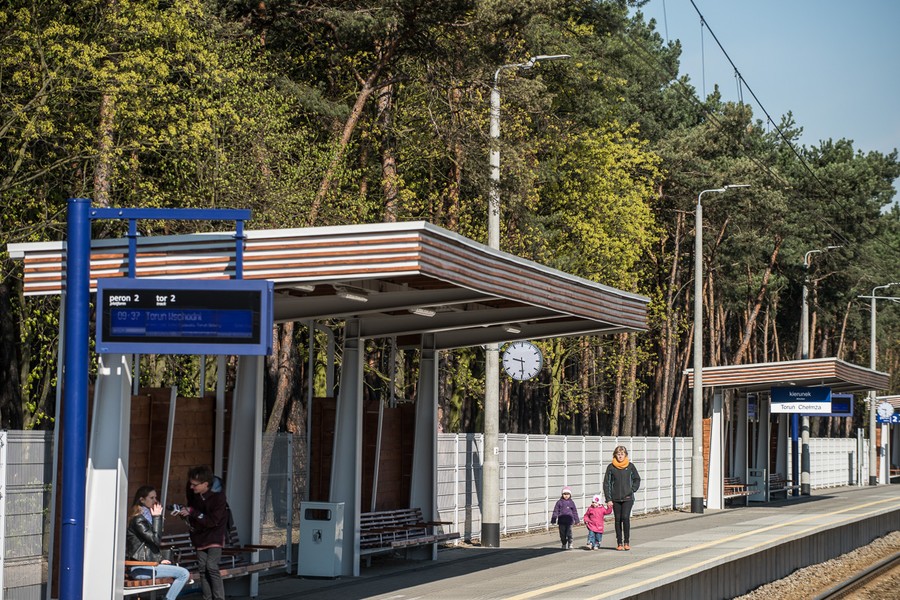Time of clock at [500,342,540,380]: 9:29
